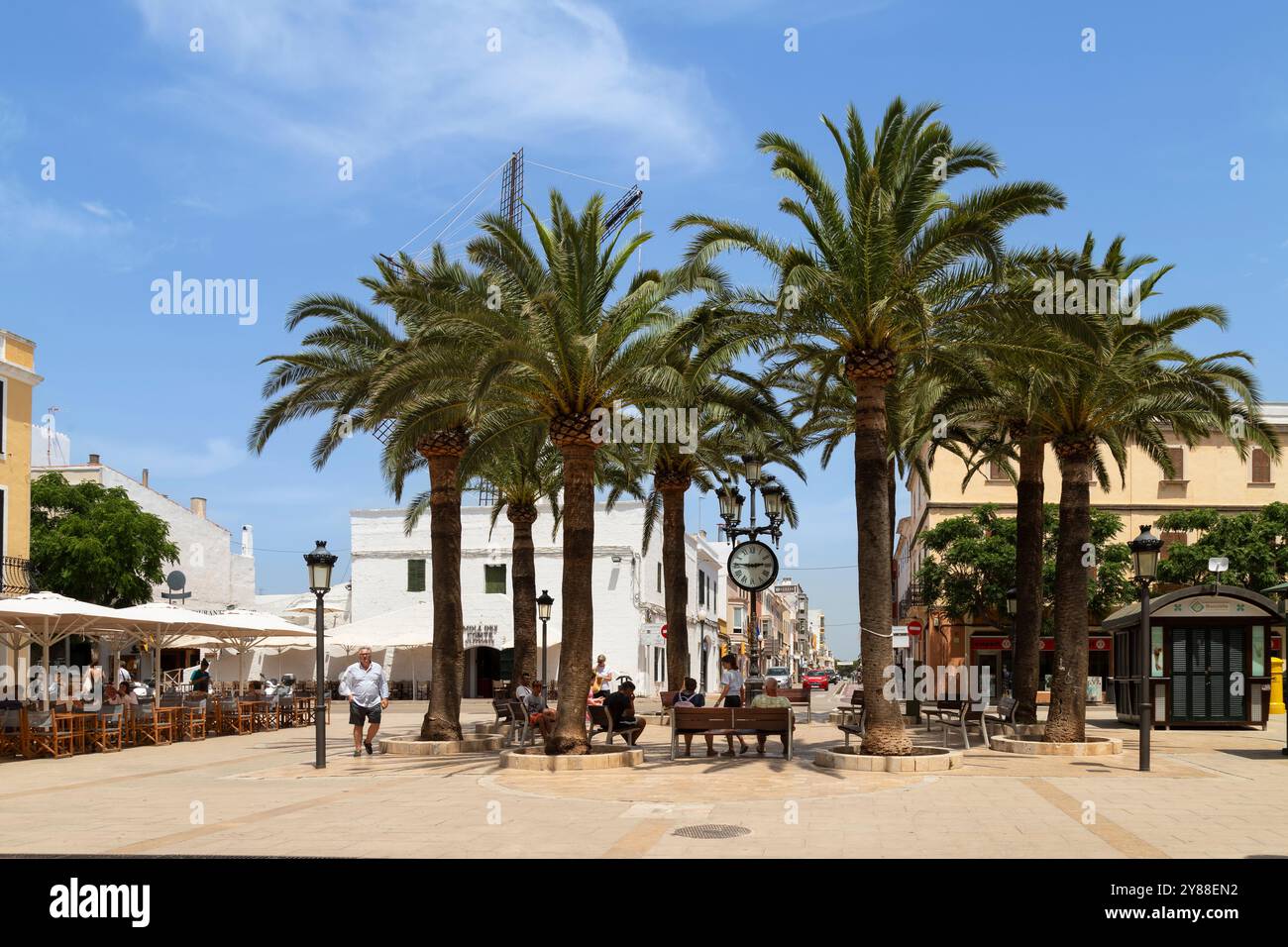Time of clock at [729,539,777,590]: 2:46
